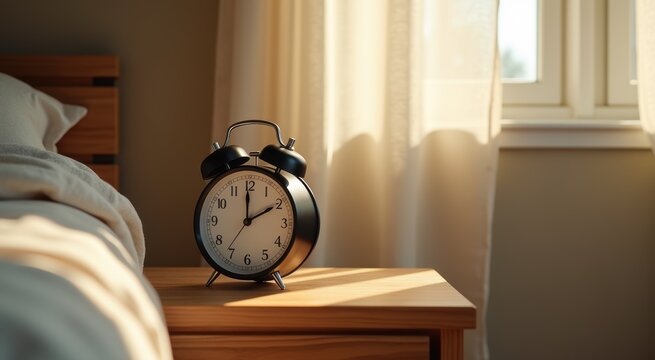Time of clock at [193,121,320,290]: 1:59
